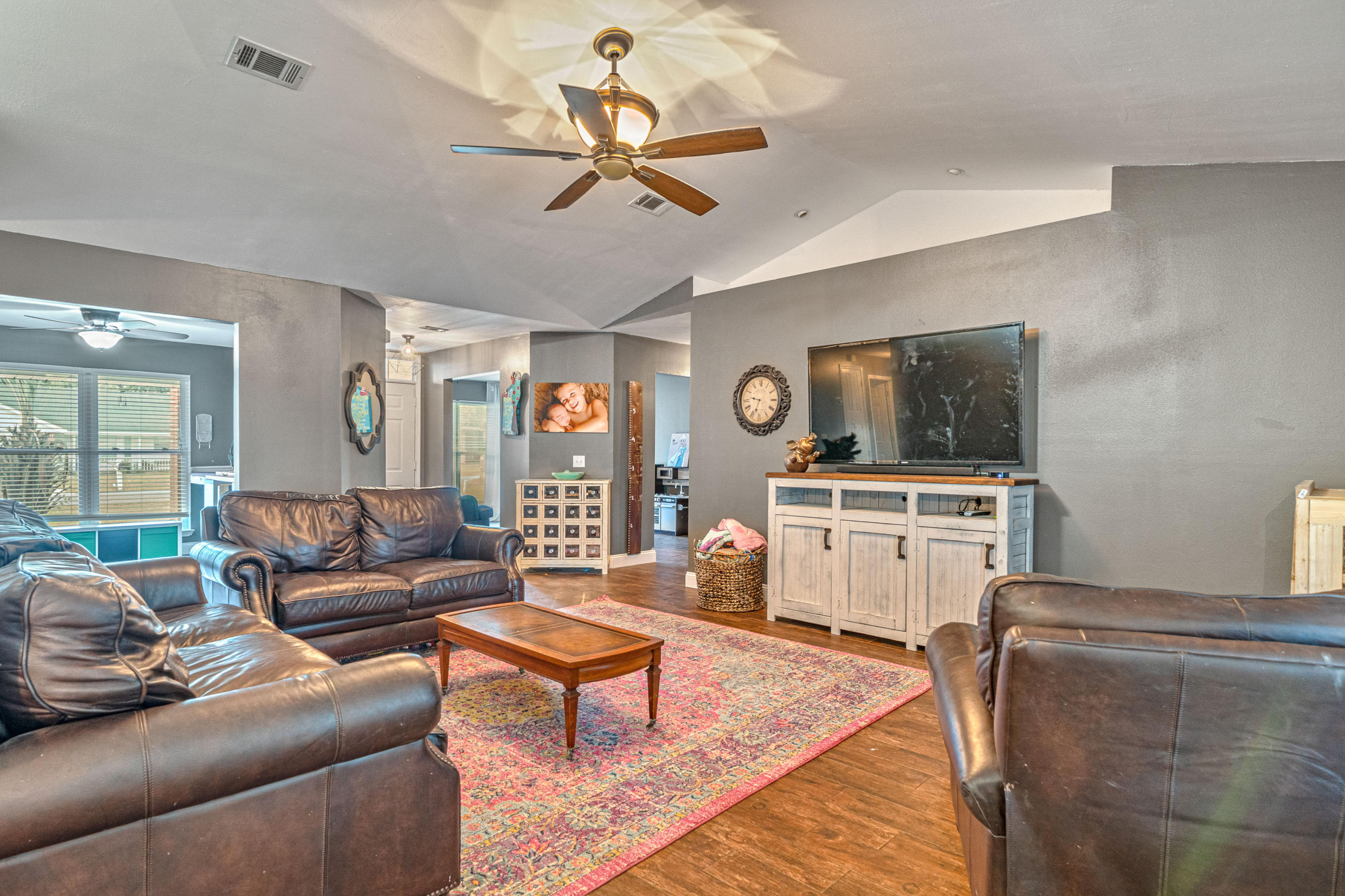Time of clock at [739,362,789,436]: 9:33
